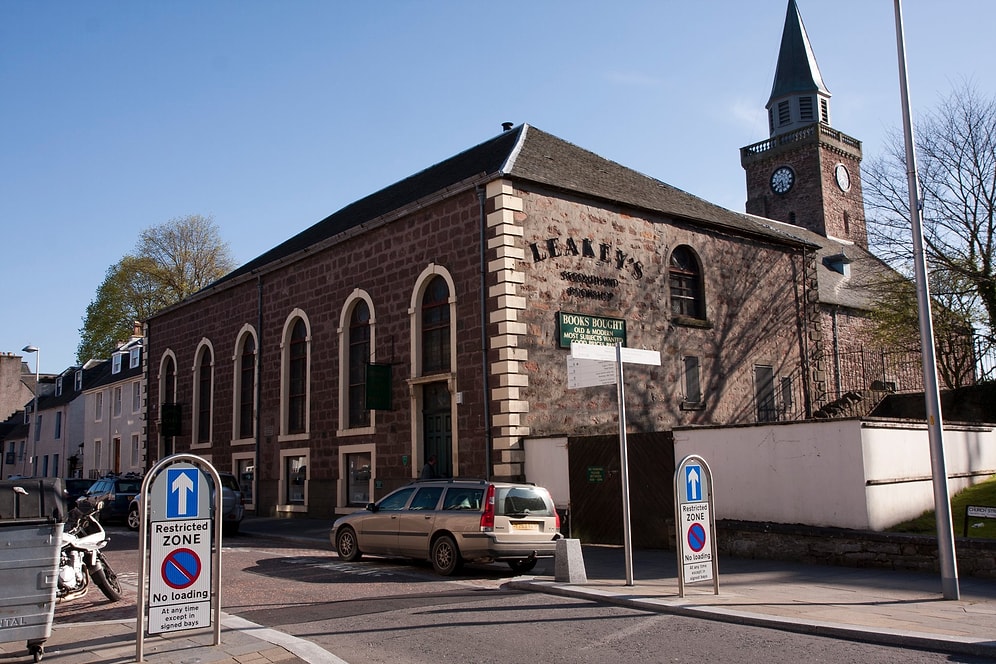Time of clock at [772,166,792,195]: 5:40
